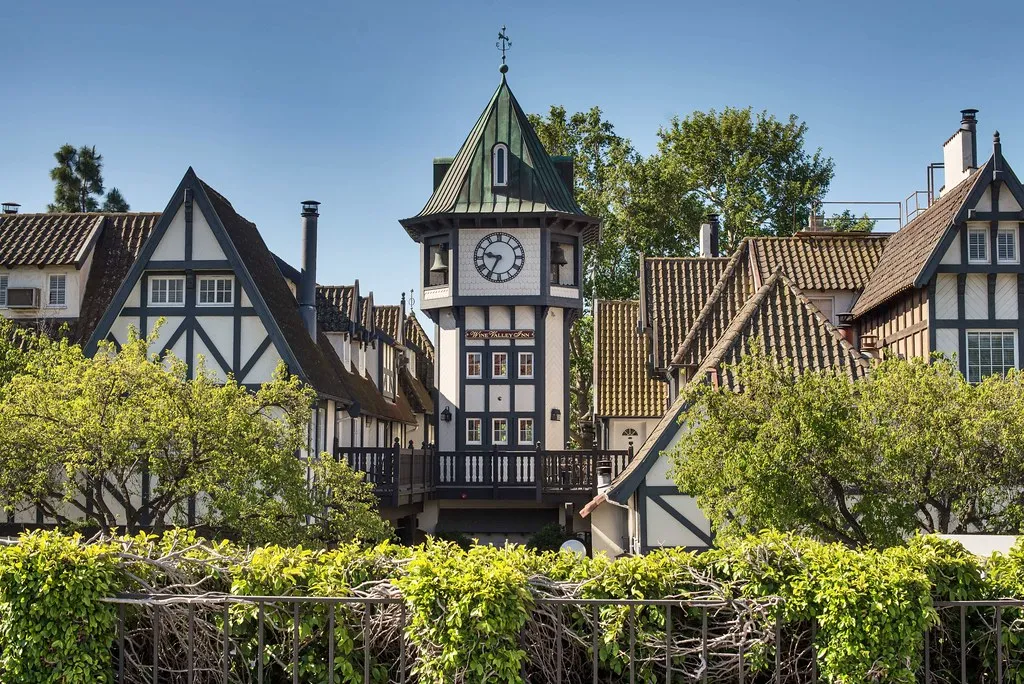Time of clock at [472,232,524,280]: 9:34
